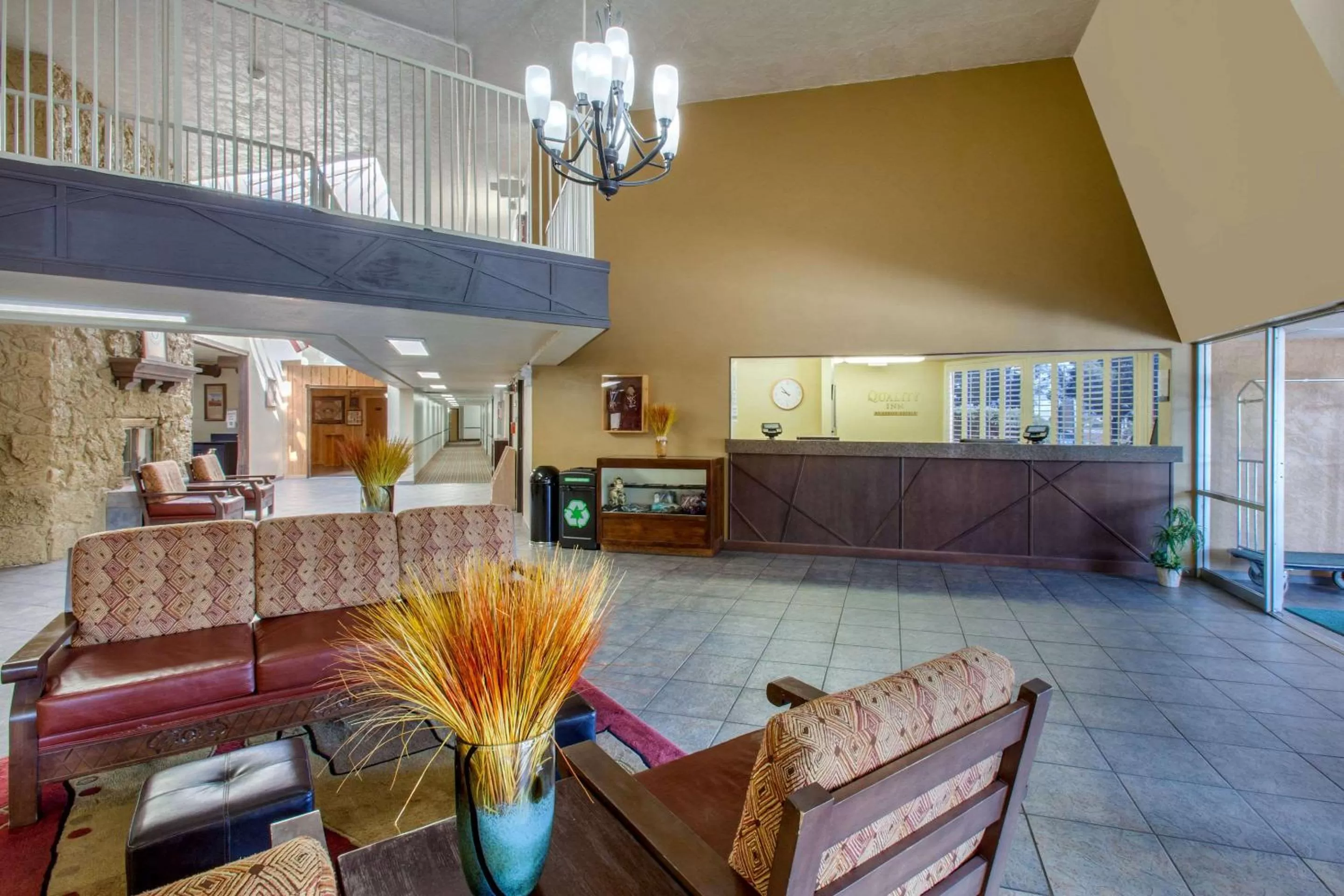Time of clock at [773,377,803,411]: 9:53
